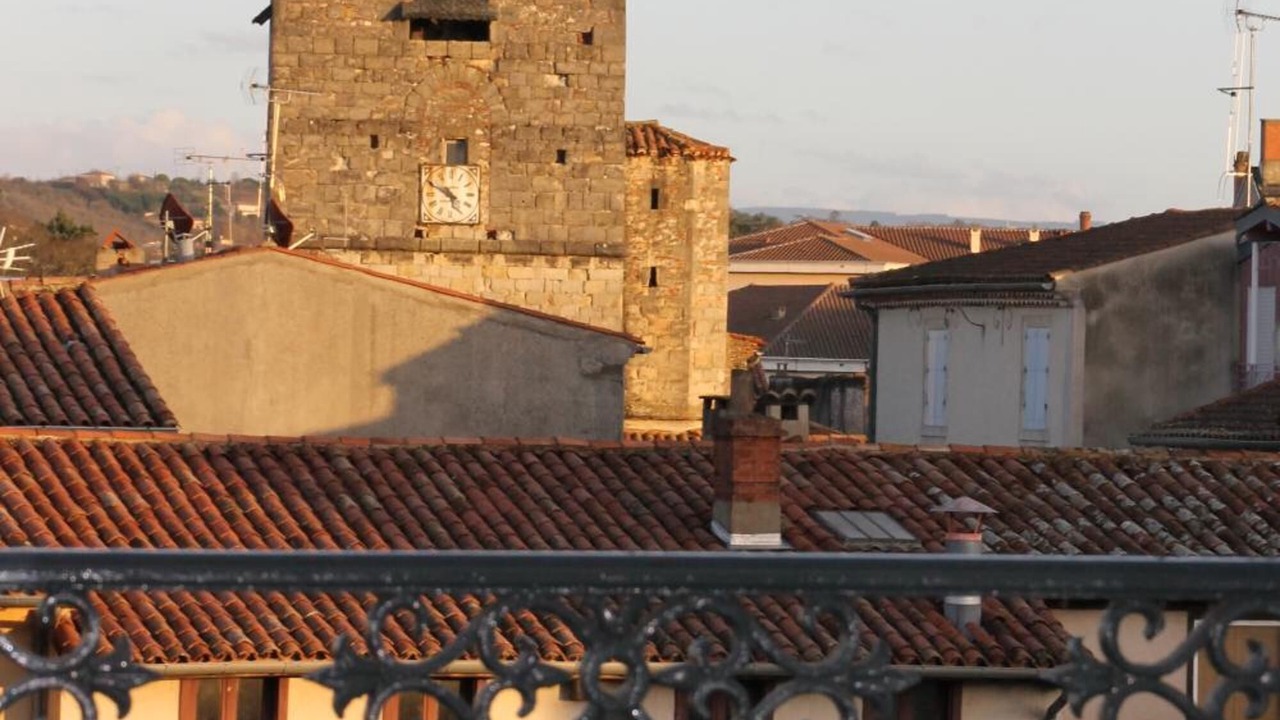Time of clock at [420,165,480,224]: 4:49
